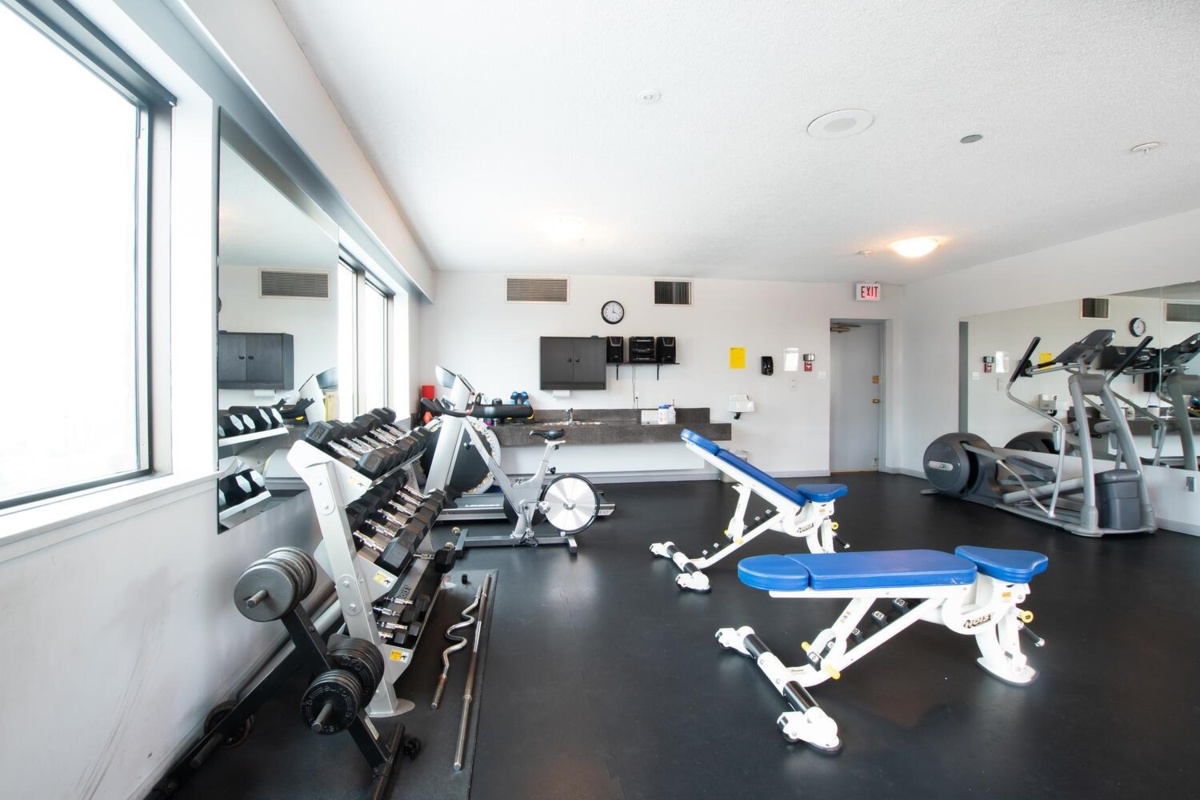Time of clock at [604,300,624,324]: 12:18
